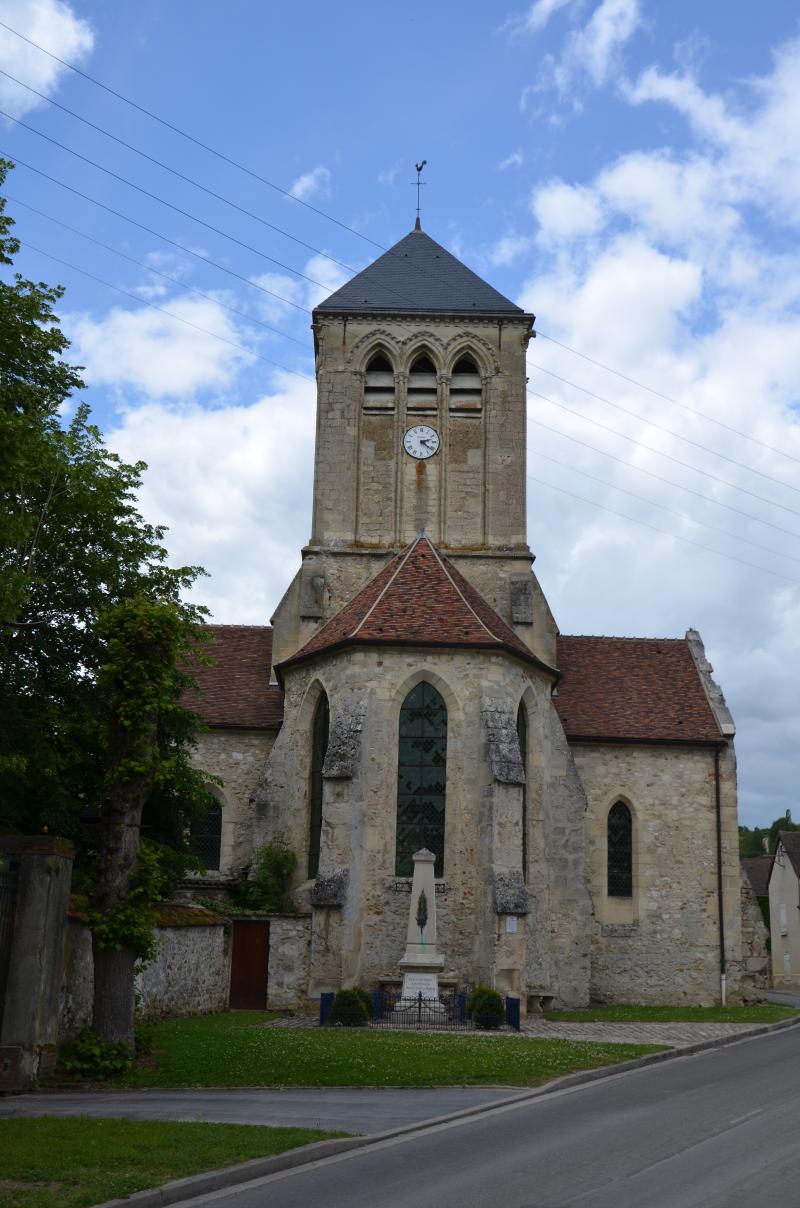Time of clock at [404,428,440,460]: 2:21
